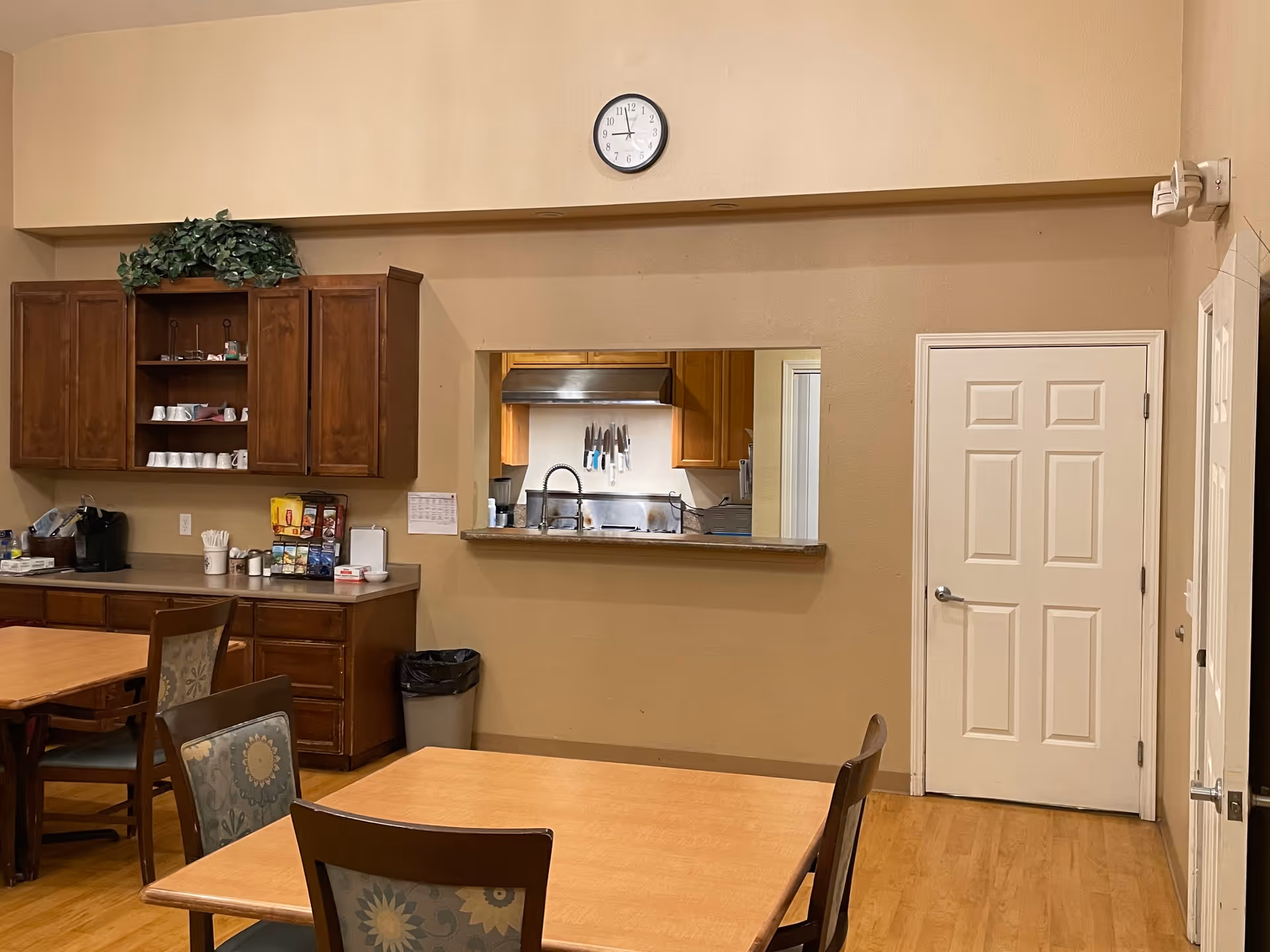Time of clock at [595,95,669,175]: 8:57
